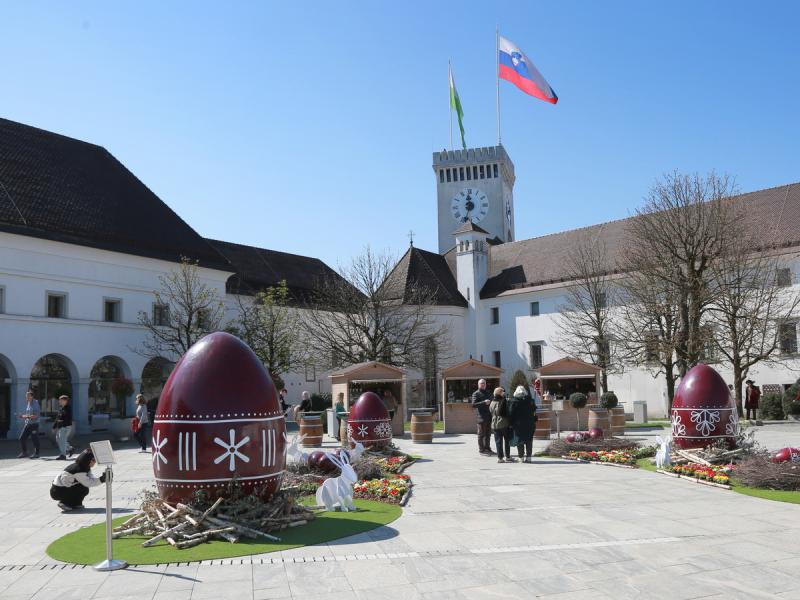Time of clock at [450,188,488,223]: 11:33
